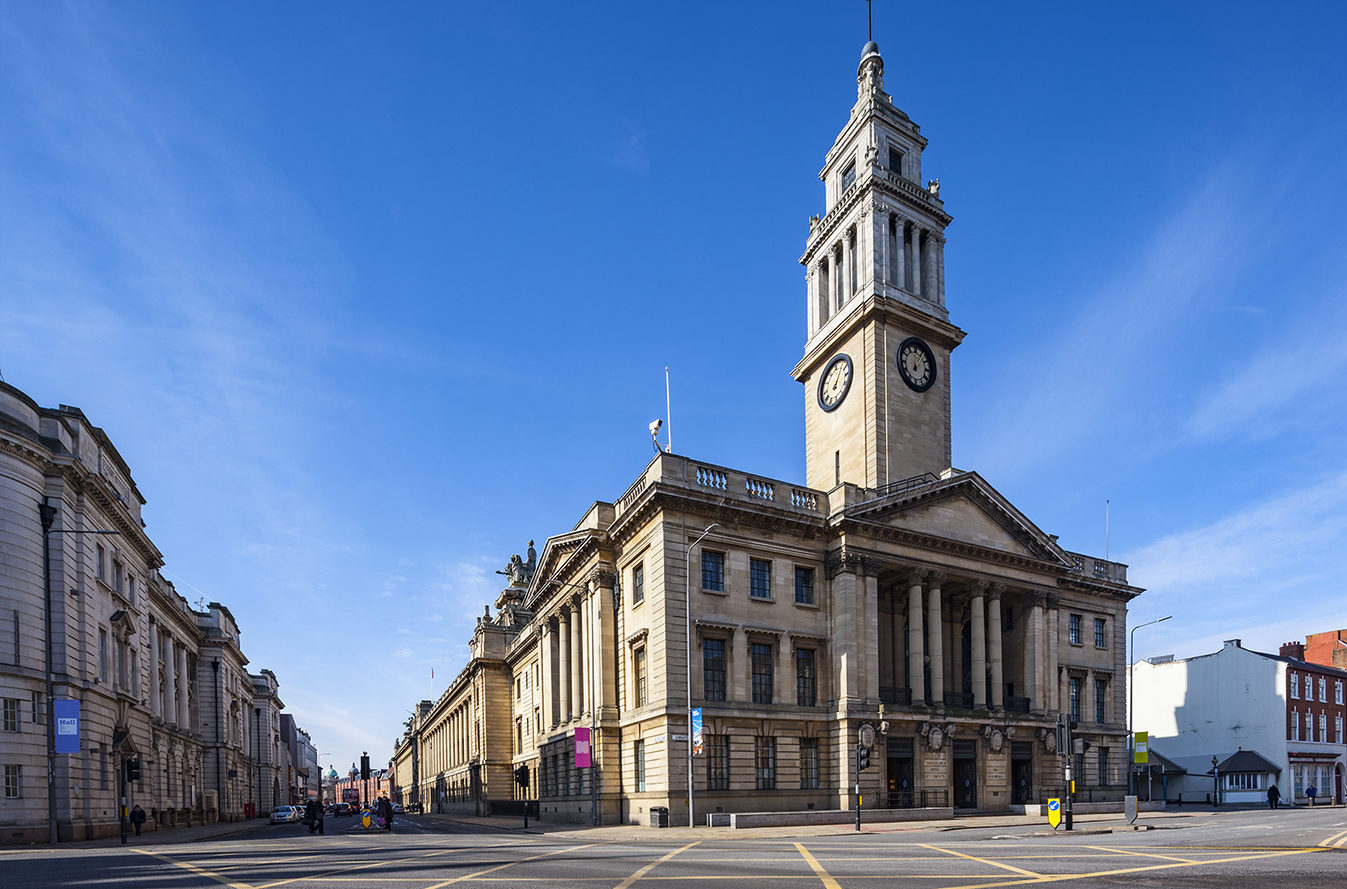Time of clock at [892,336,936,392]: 12:06
